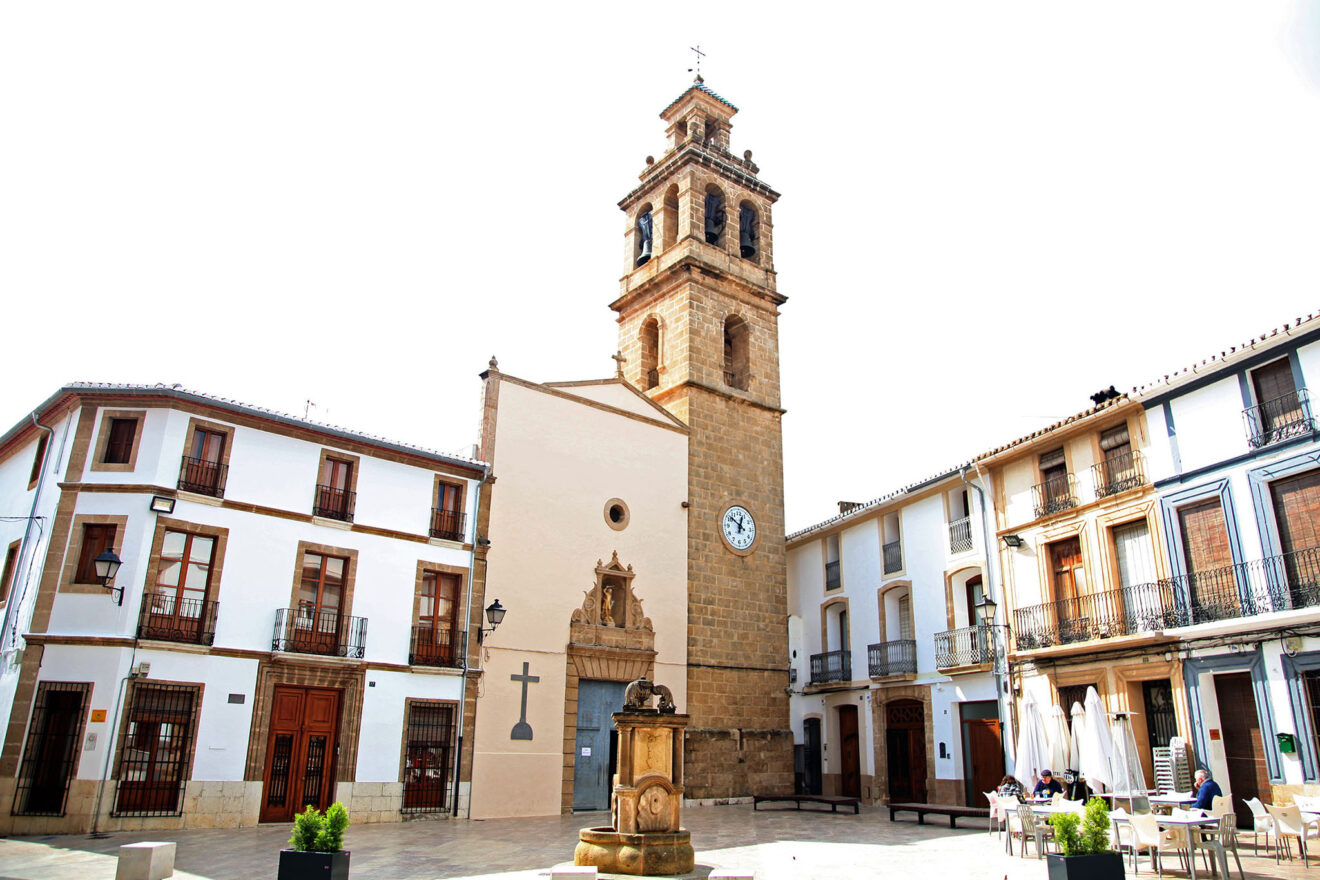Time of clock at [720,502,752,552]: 12:51
